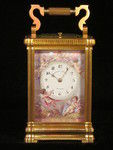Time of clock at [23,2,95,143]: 10:07
